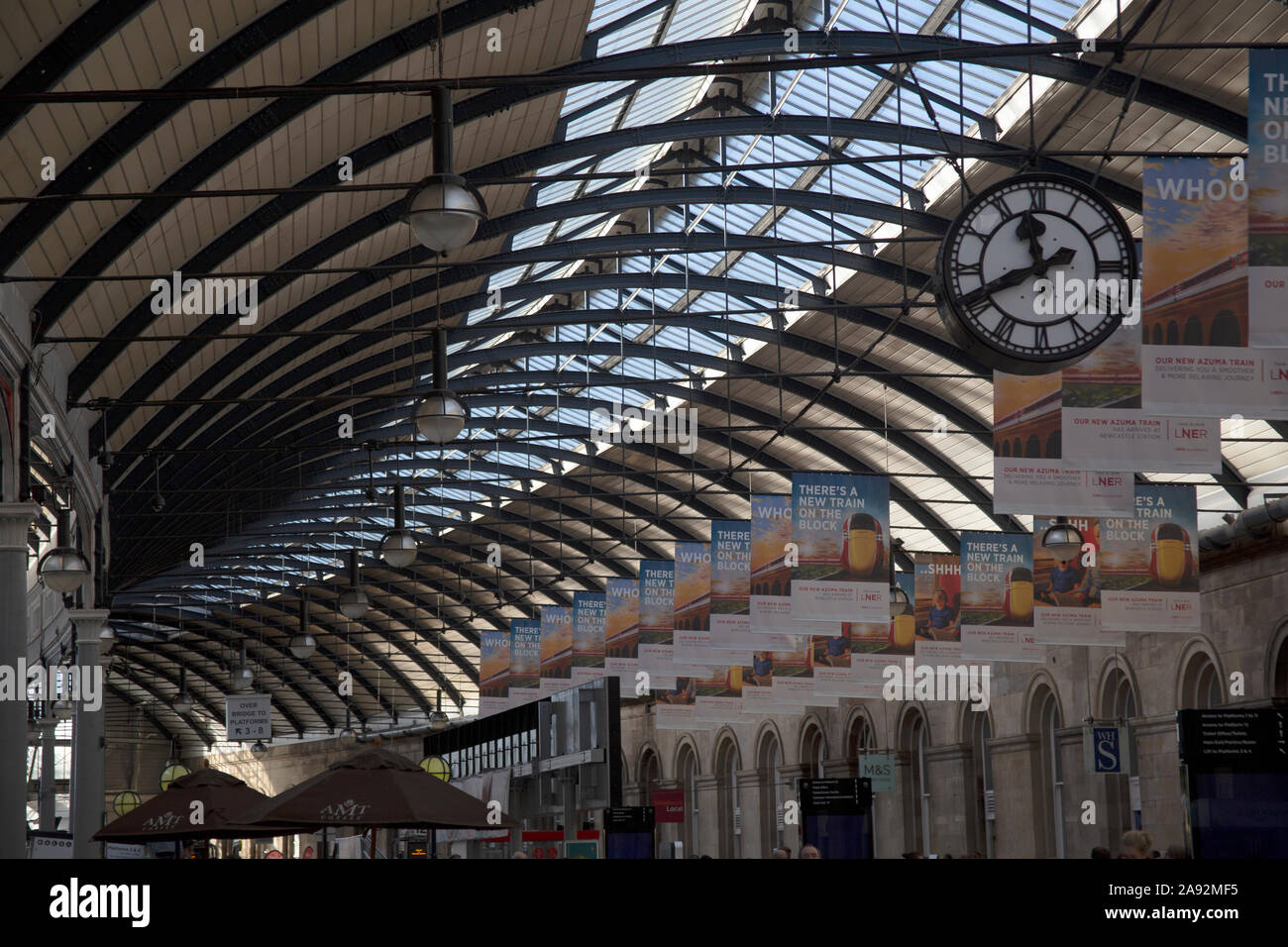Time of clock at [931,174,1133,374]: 11:41
